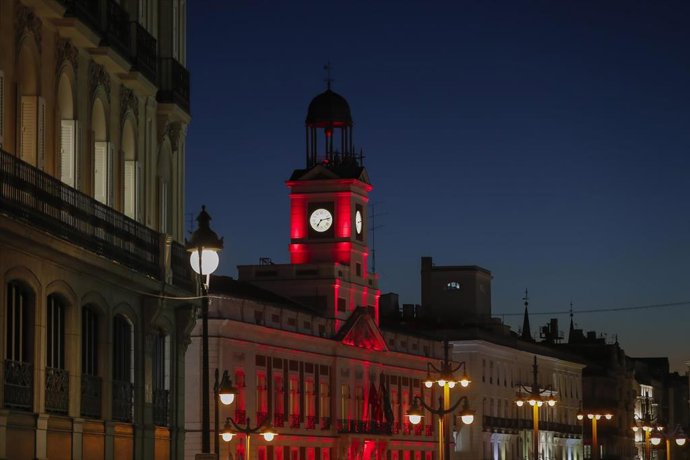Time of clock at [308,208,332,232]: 7:13
